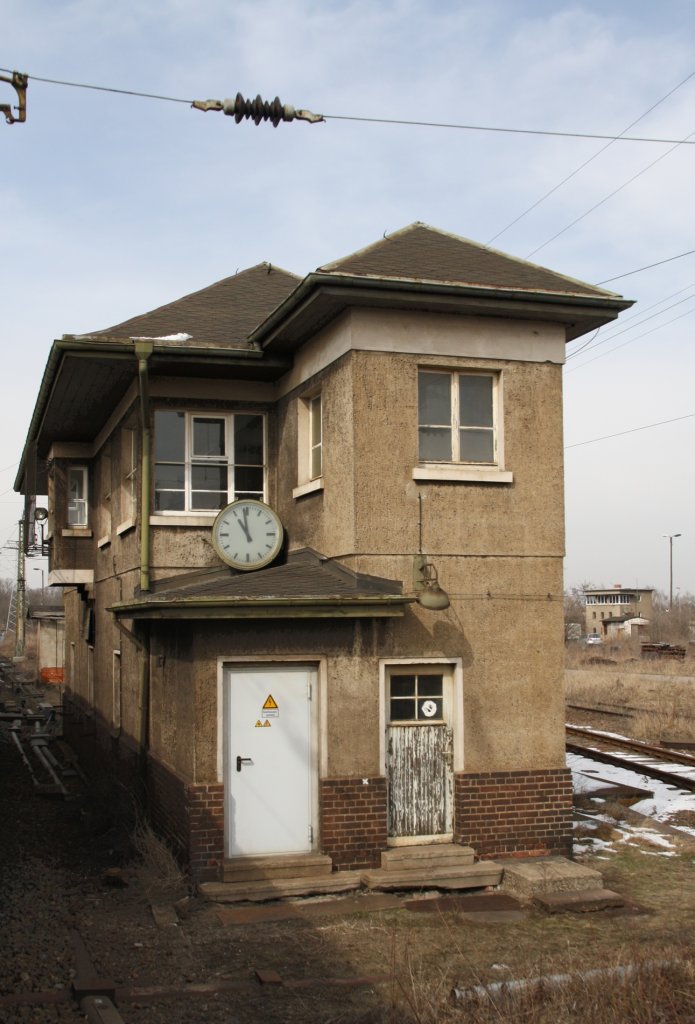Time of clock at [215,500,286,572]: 10:58
